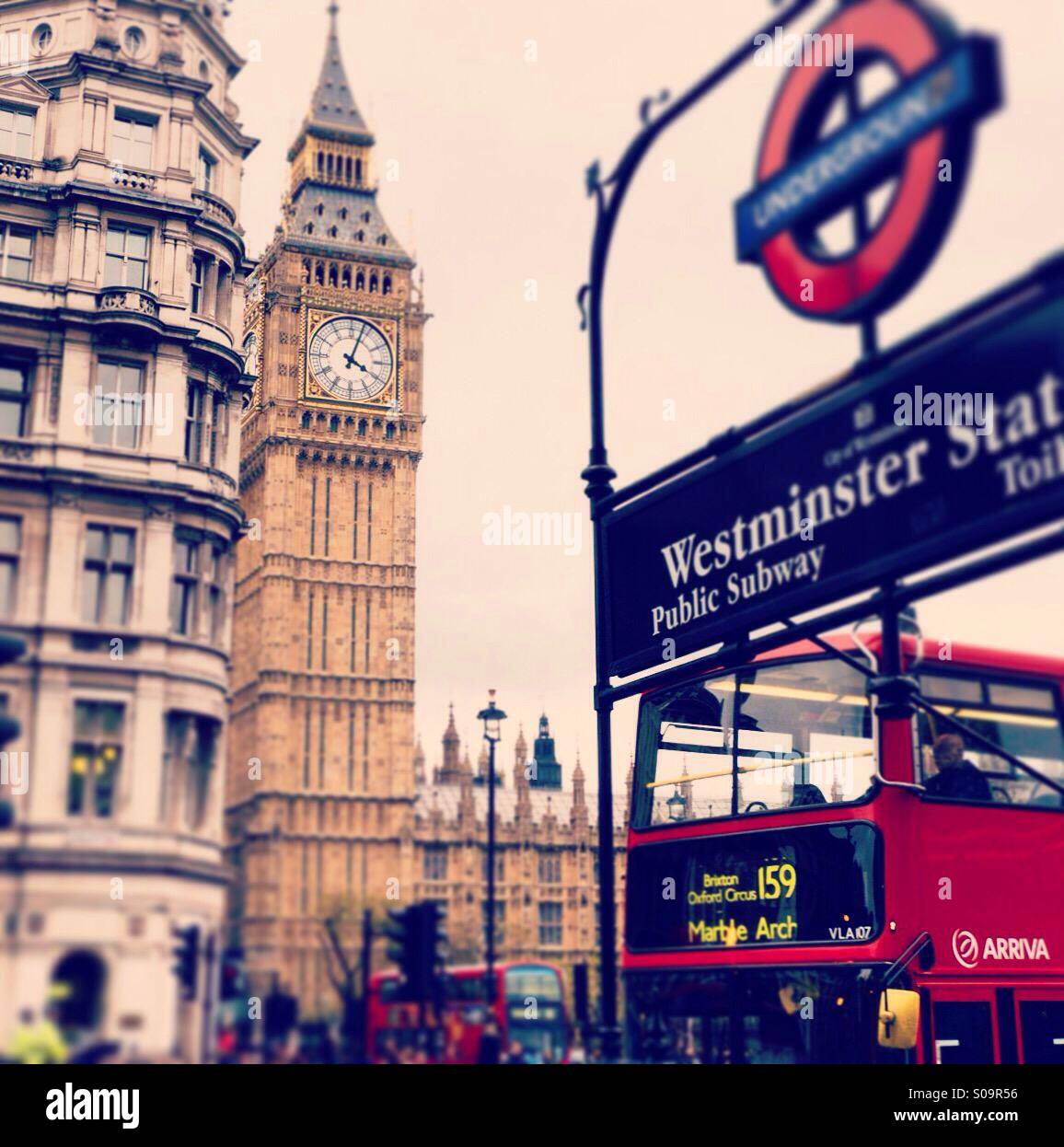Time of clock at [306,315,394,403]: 4:03
